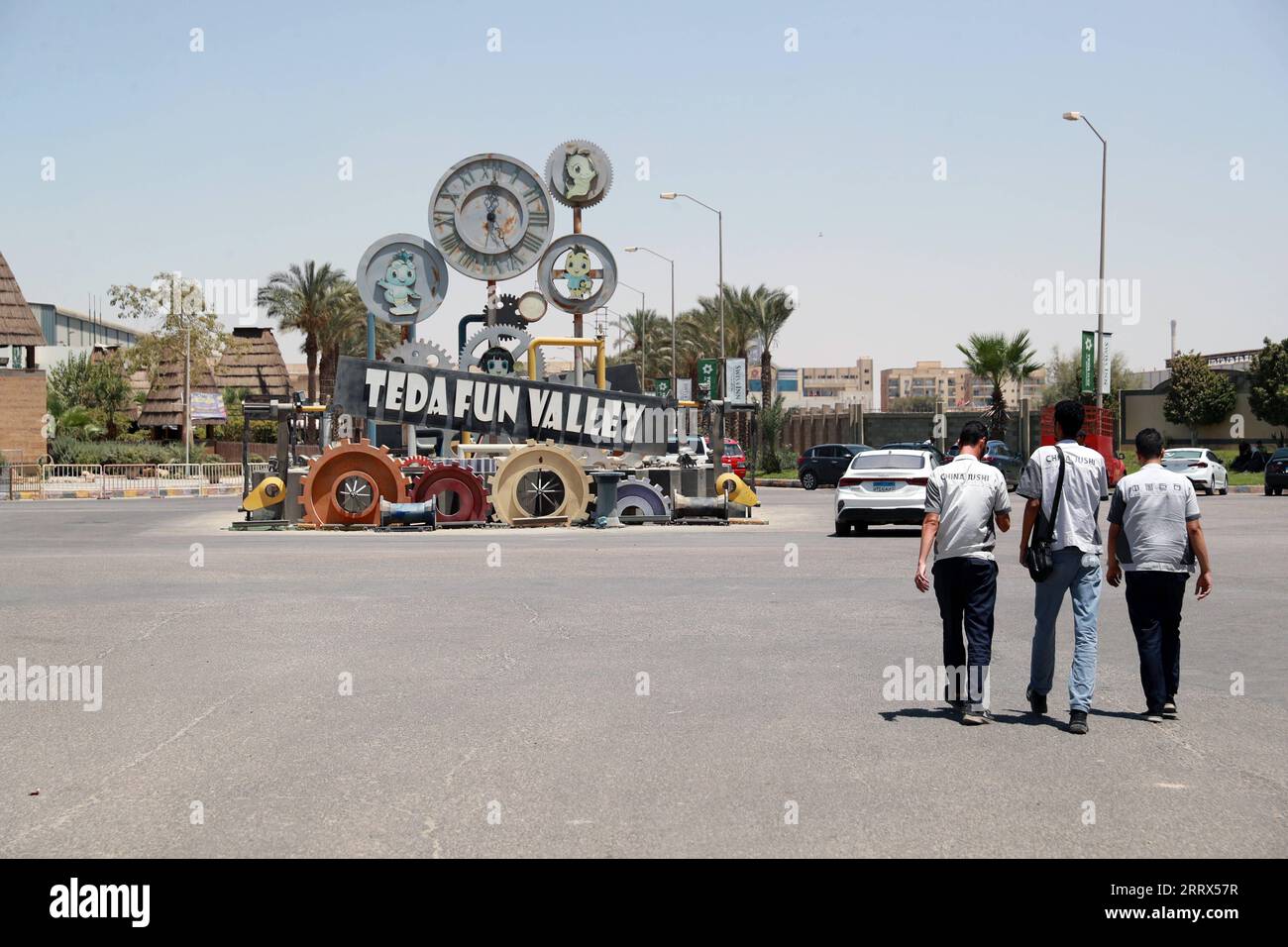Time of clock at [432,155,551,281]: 1:01
